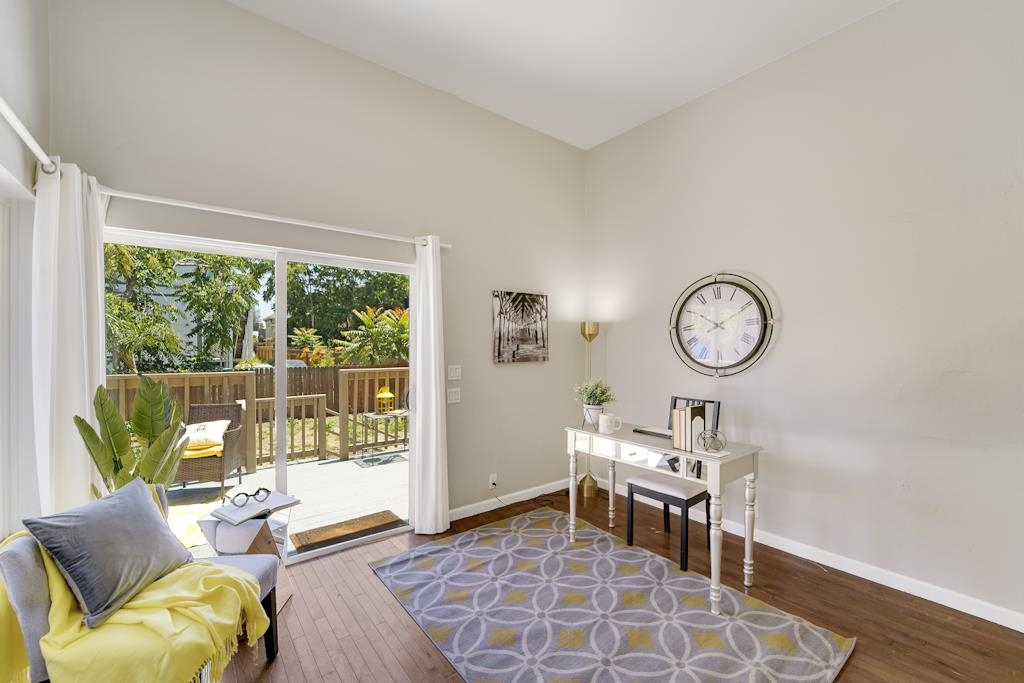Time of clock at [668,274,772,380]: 10:10
